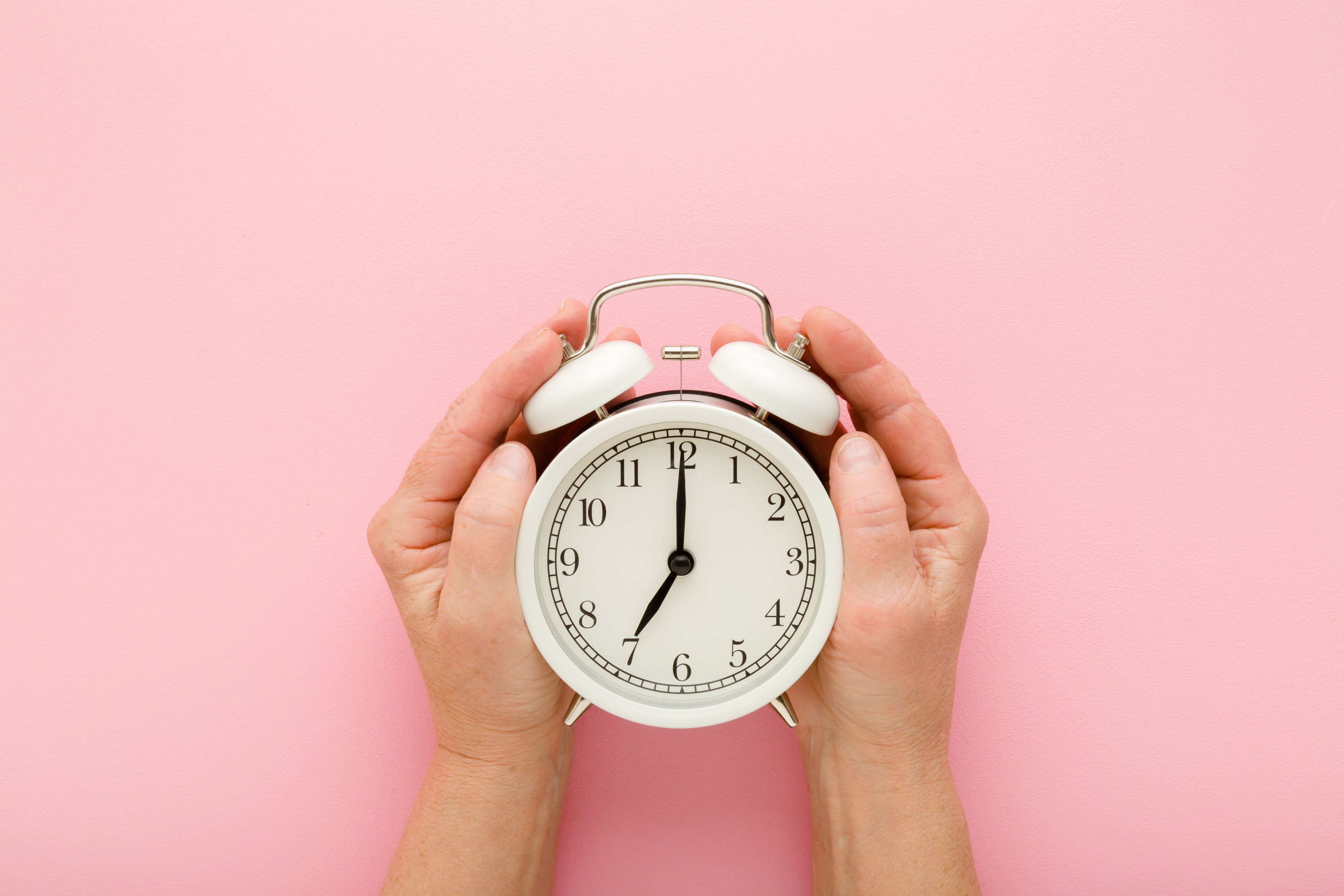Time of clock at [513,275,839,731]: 7:00
